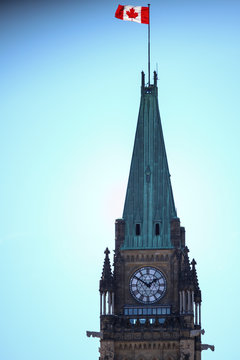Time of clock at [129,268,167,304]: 1:50
